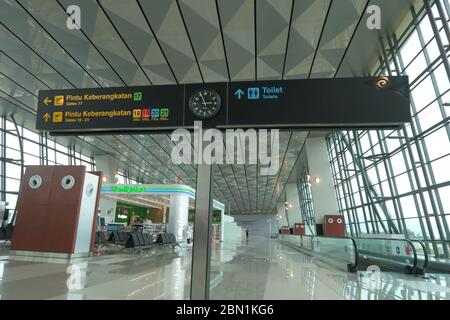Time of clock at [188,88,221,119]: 2:56
